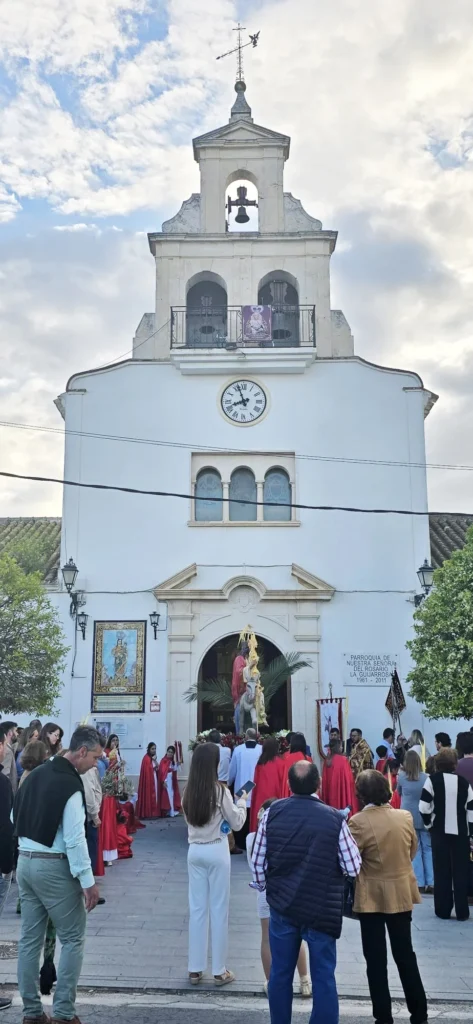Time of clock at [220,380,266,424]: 7:56
